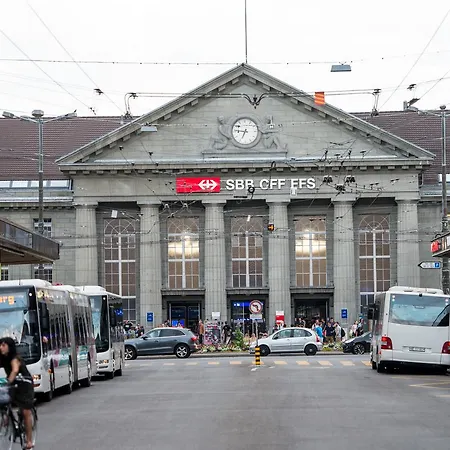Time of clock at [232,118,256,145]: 6:45
